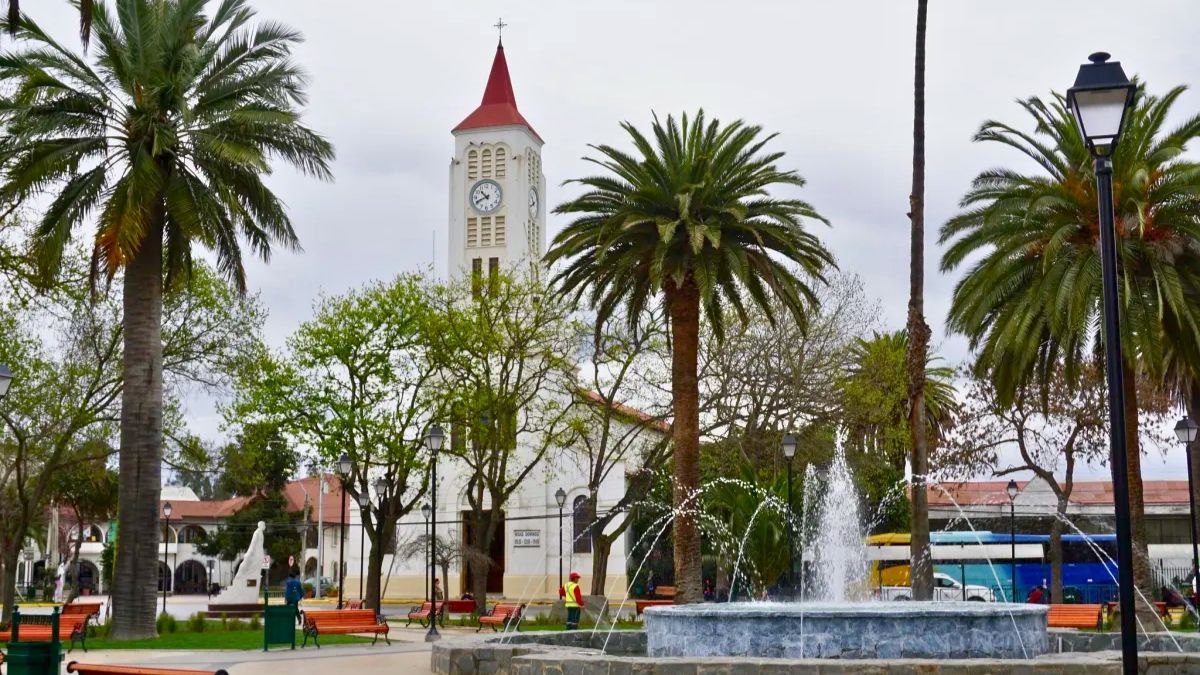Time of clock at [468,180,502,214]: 10:41
